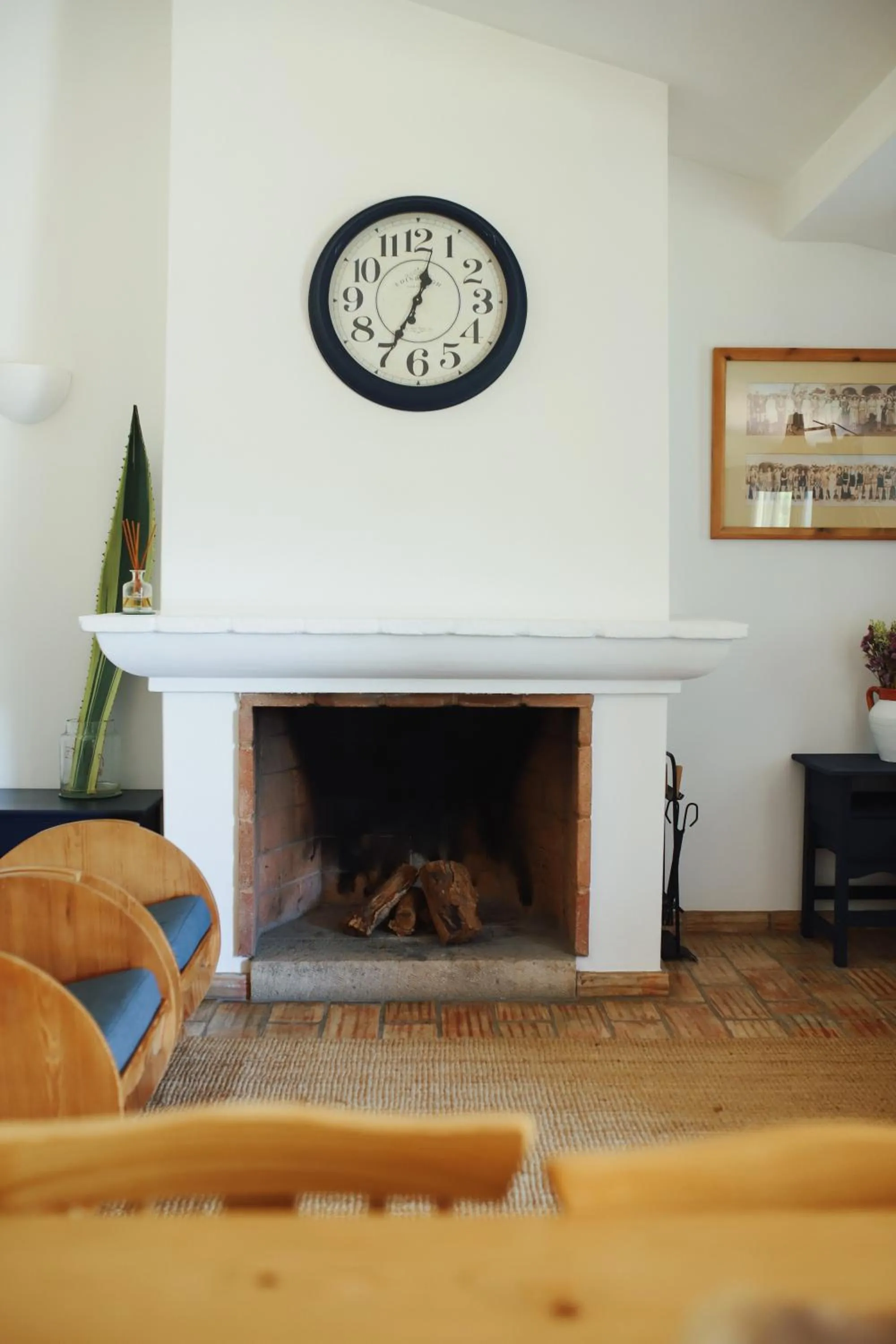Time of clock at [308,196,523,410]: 12:34
